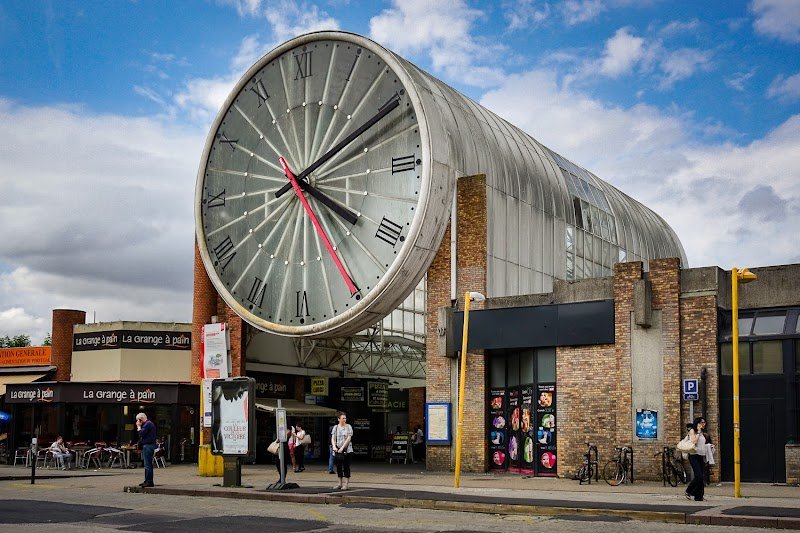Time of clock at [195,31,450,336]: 4:10
